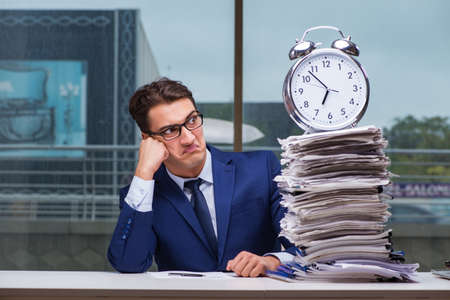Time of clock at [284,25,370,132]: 6:53
